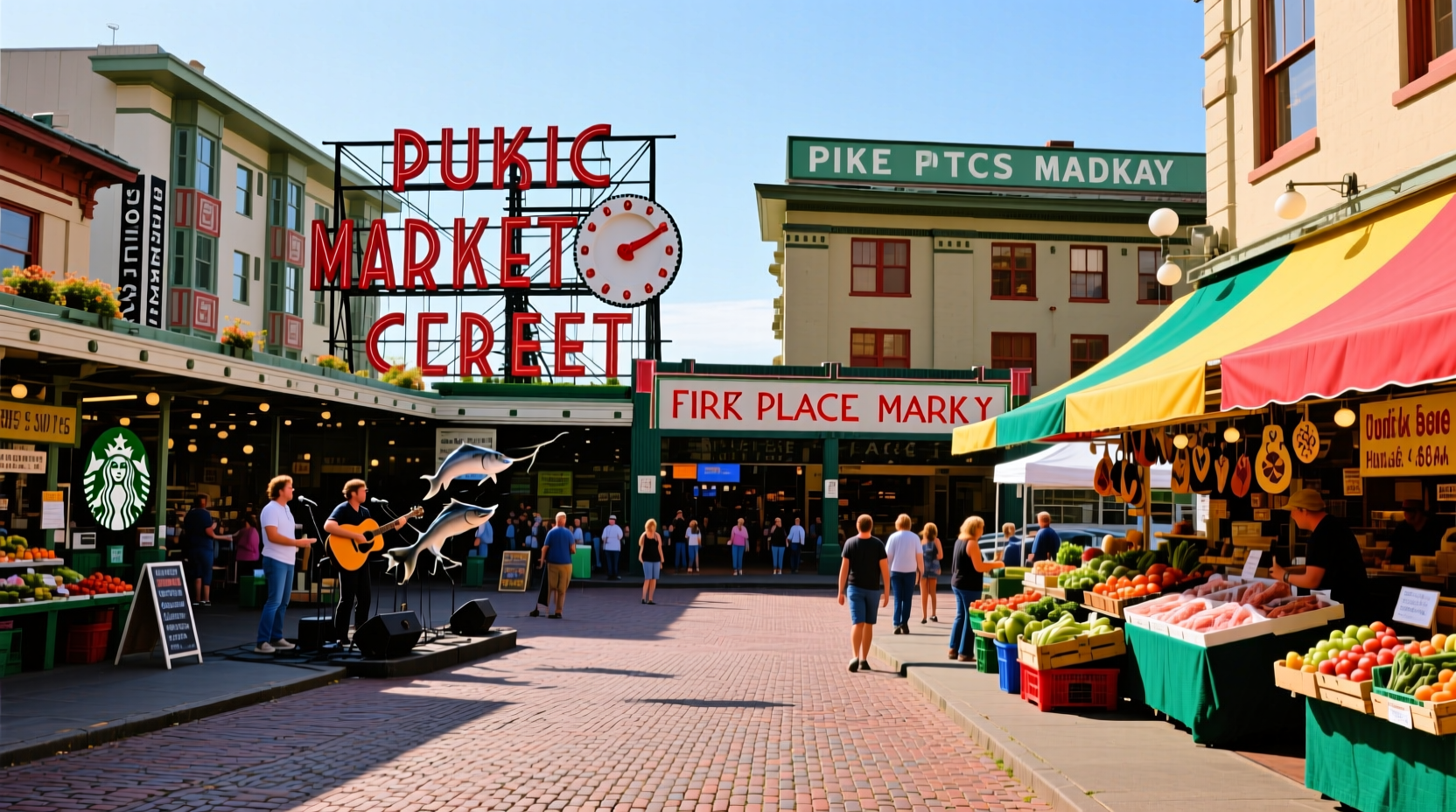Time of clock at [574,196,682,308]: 2:10
